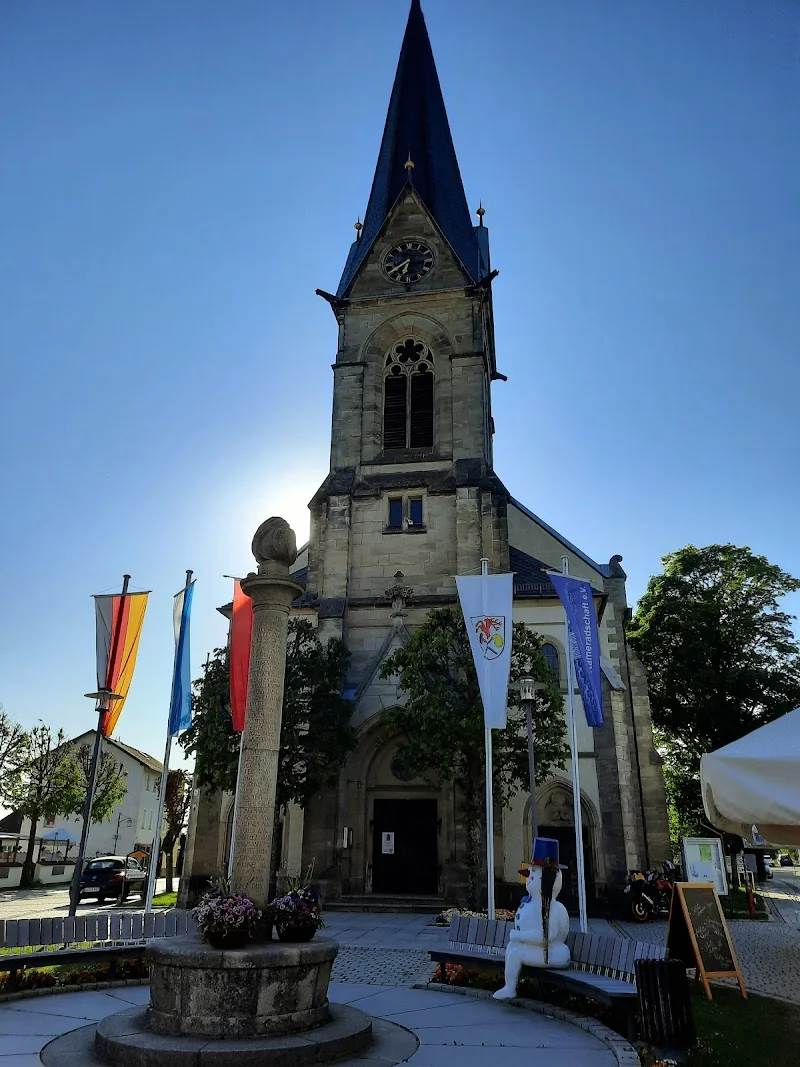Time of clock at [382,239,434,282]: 6:39
